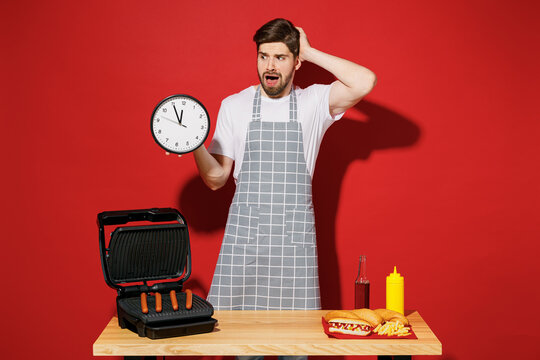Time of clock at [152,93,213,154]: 11:55
